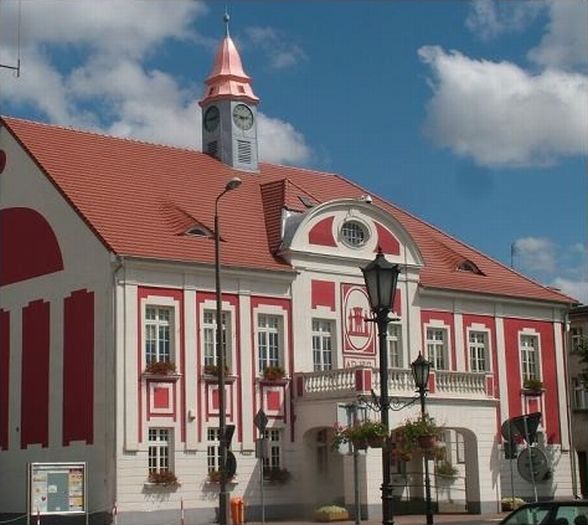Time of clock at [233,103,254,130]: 9:12
